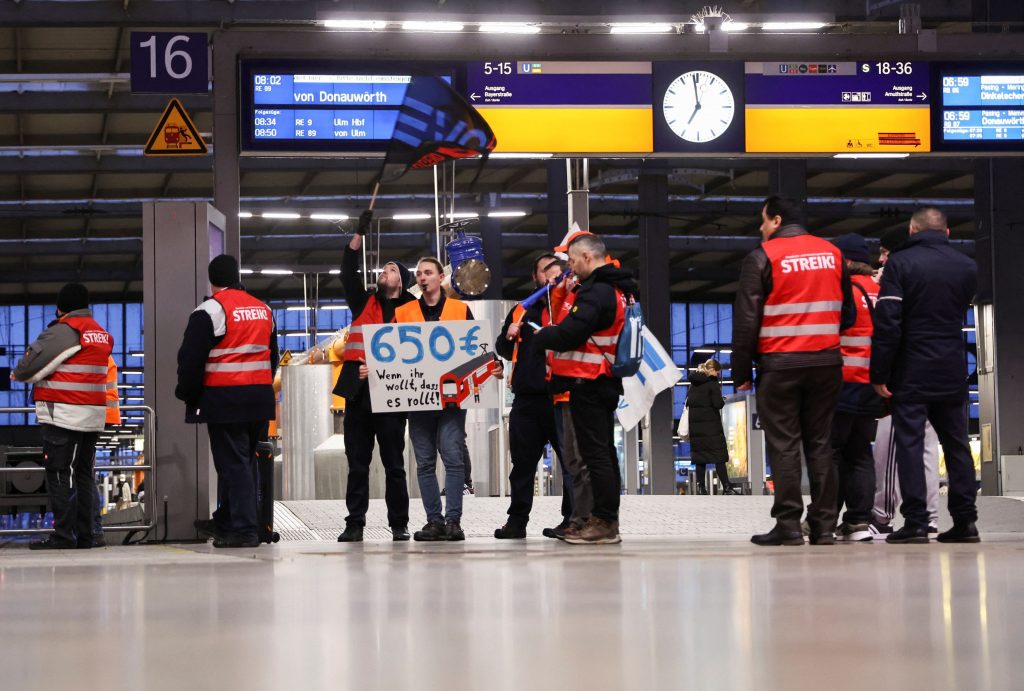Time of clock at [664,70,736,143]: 6:58
